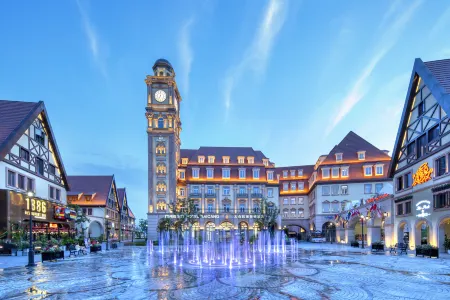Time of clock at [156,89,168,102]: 7:00
